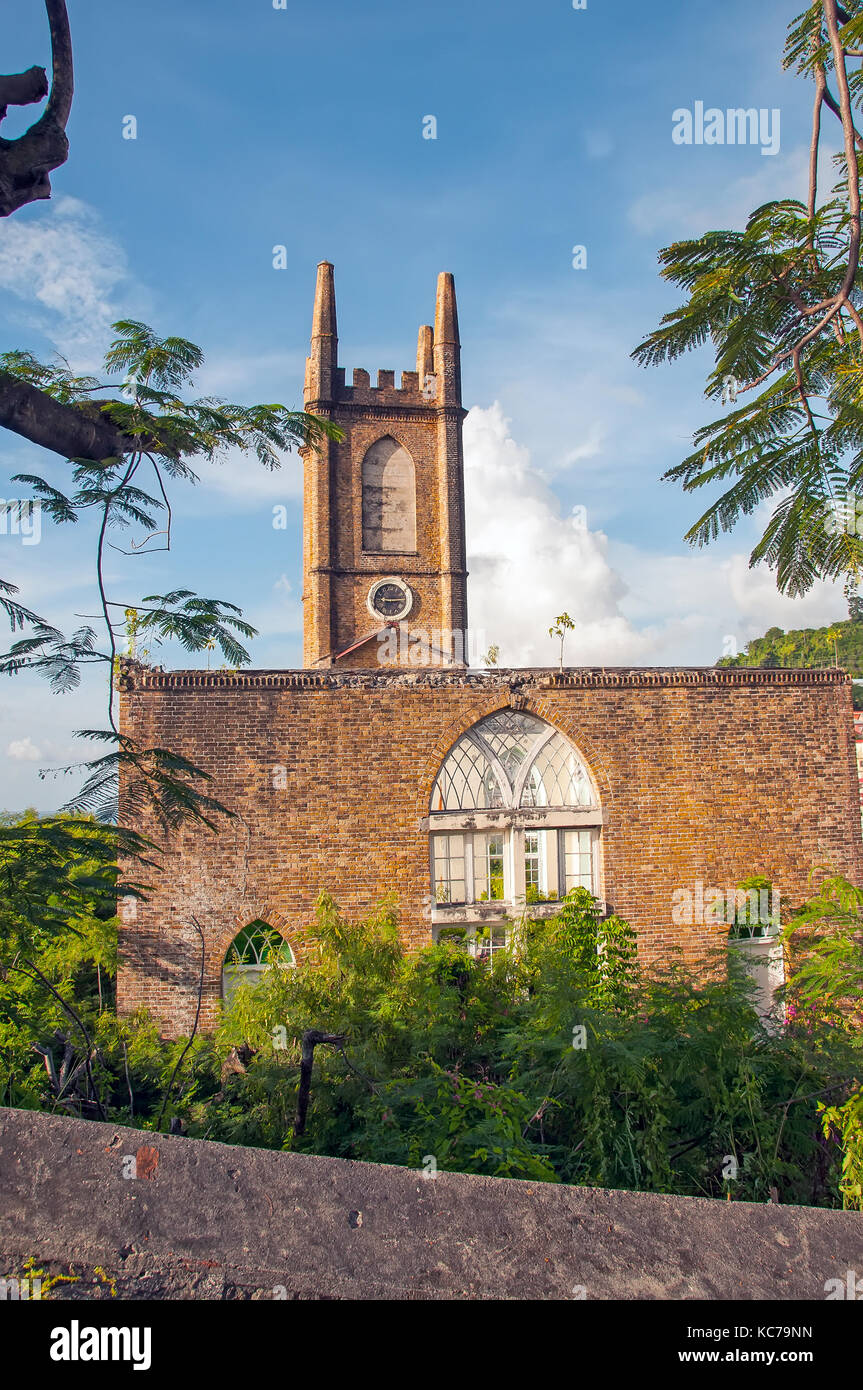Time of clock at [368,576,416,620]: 9:14
